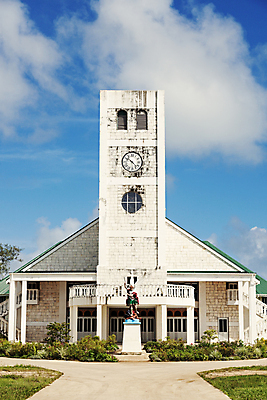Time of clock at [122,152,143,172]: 10:22
